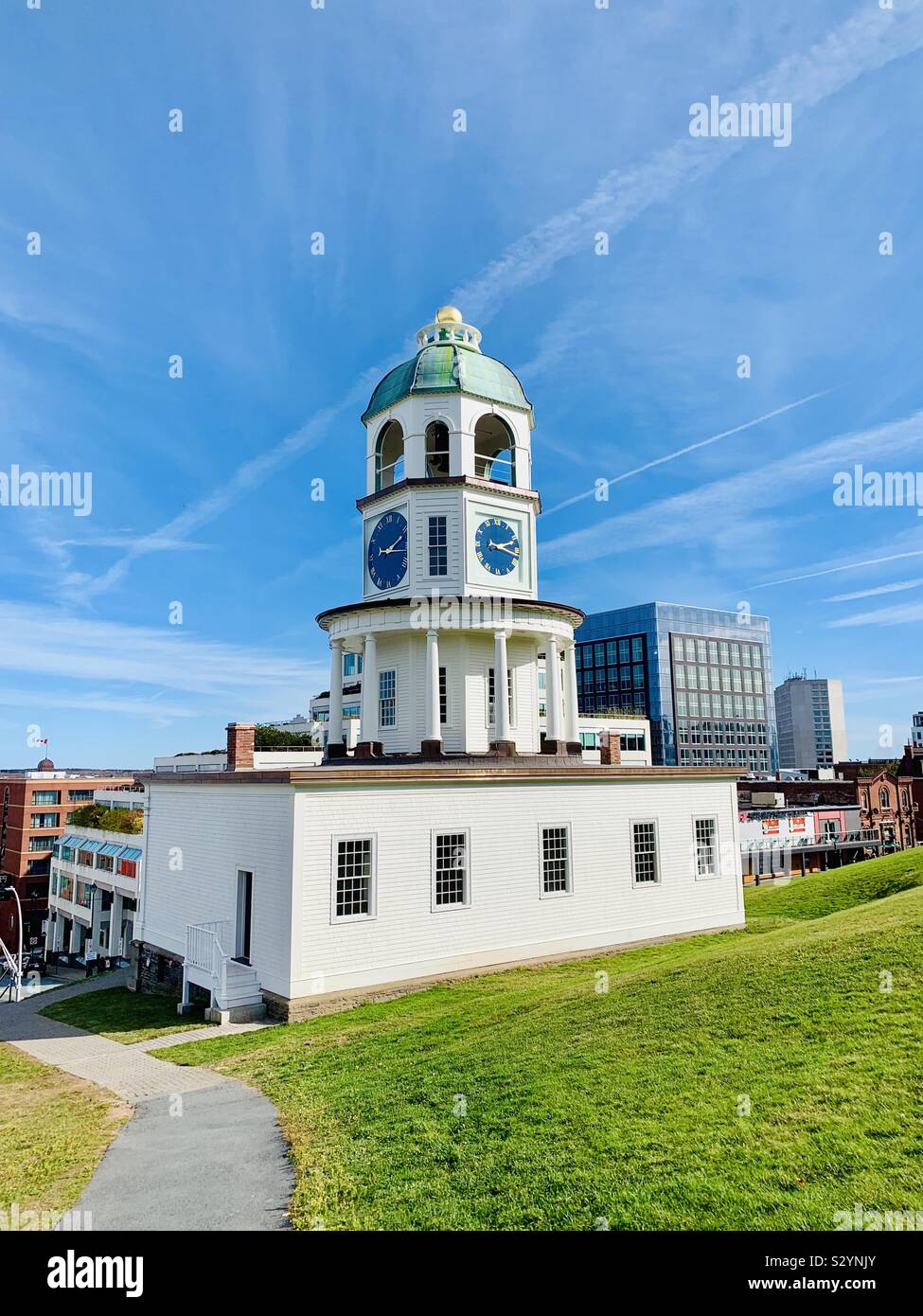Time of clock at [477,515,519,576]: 2:17
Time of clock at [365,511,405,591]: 9:11
